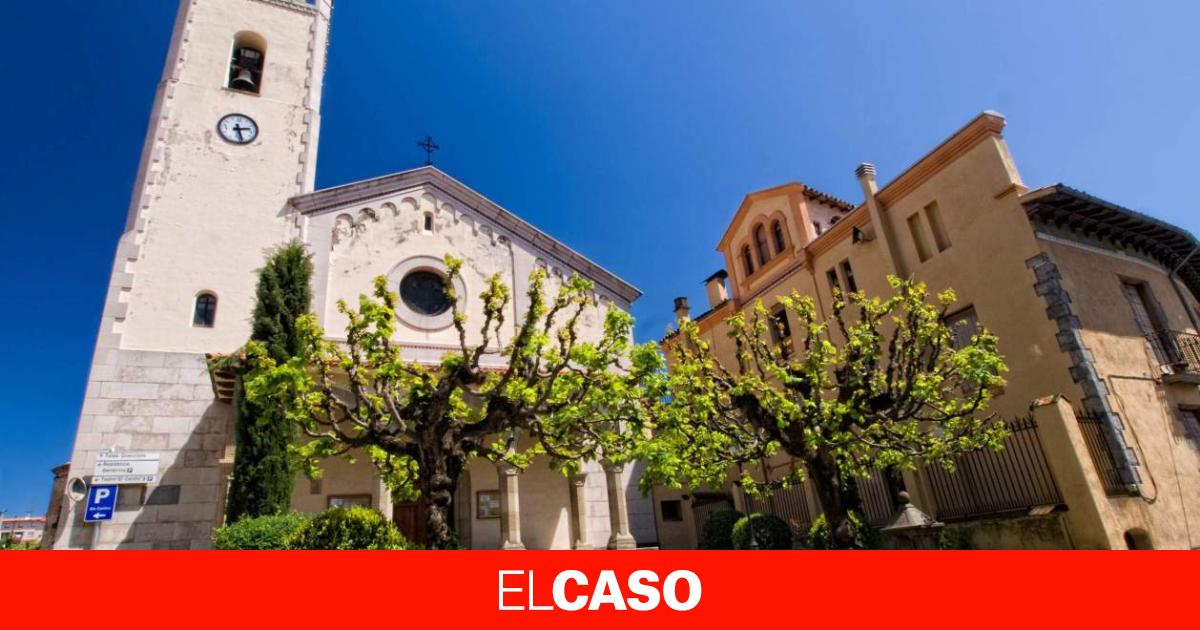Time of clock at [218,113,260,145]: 2:27
